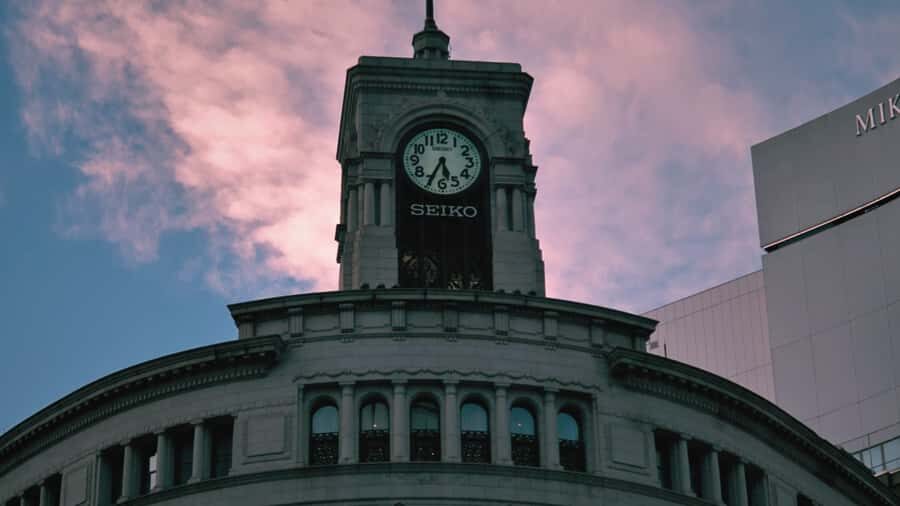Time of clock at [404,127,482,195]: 5:34
